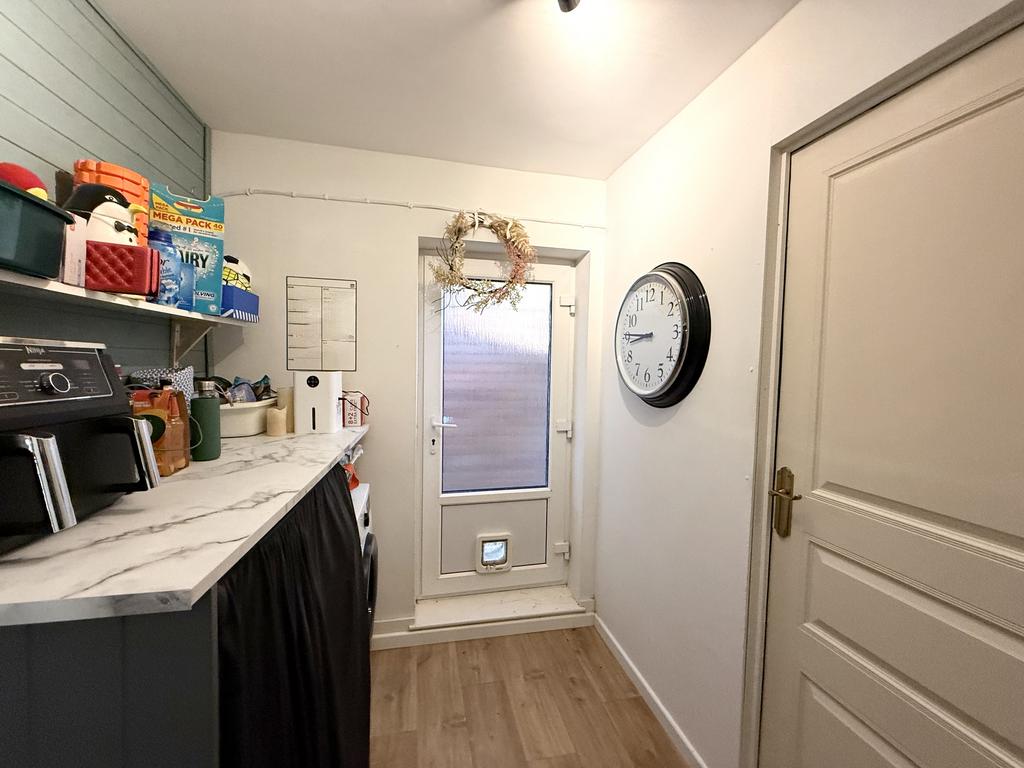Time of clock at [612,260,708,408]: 8:45
